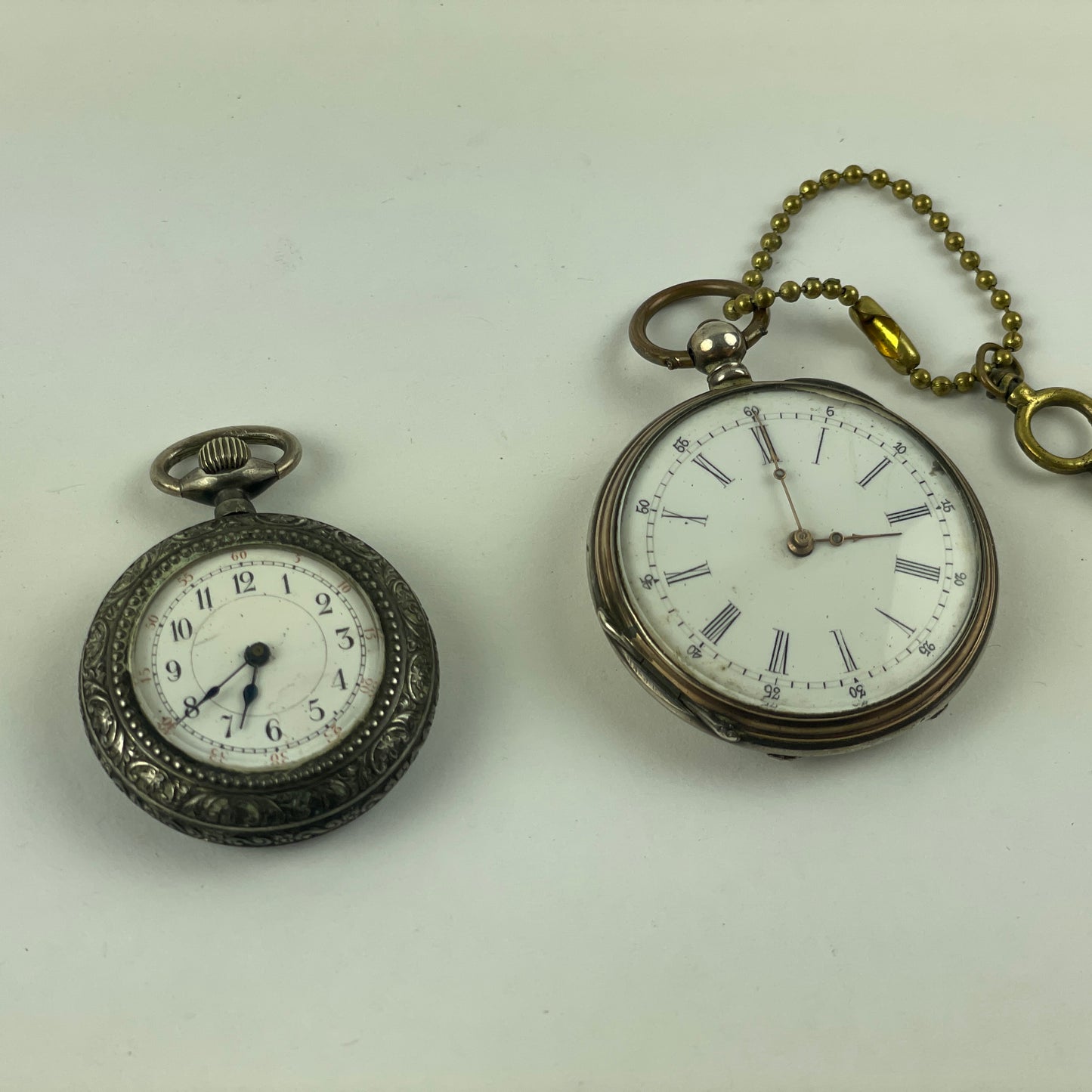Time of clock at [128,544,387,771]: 6:39
